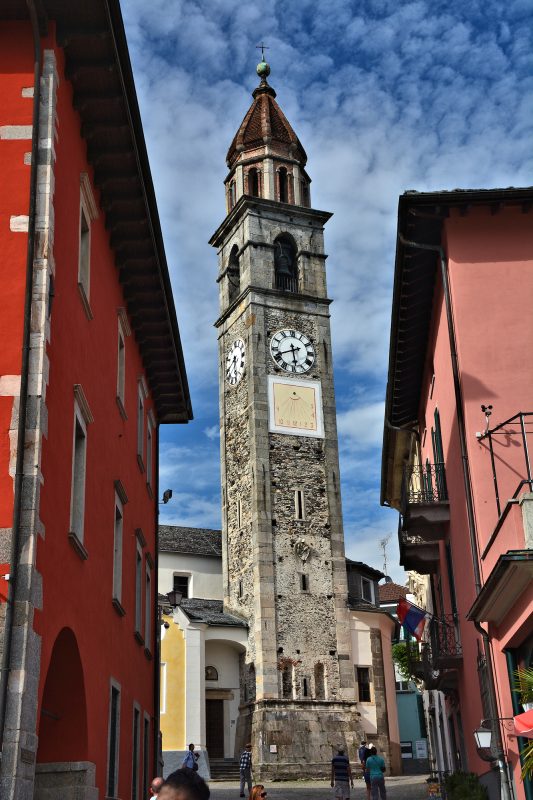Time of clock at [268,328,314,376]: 5:41
